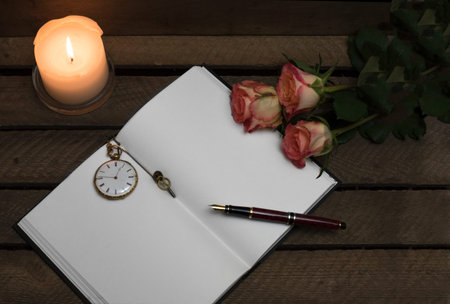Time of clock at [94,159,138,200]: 12:46
